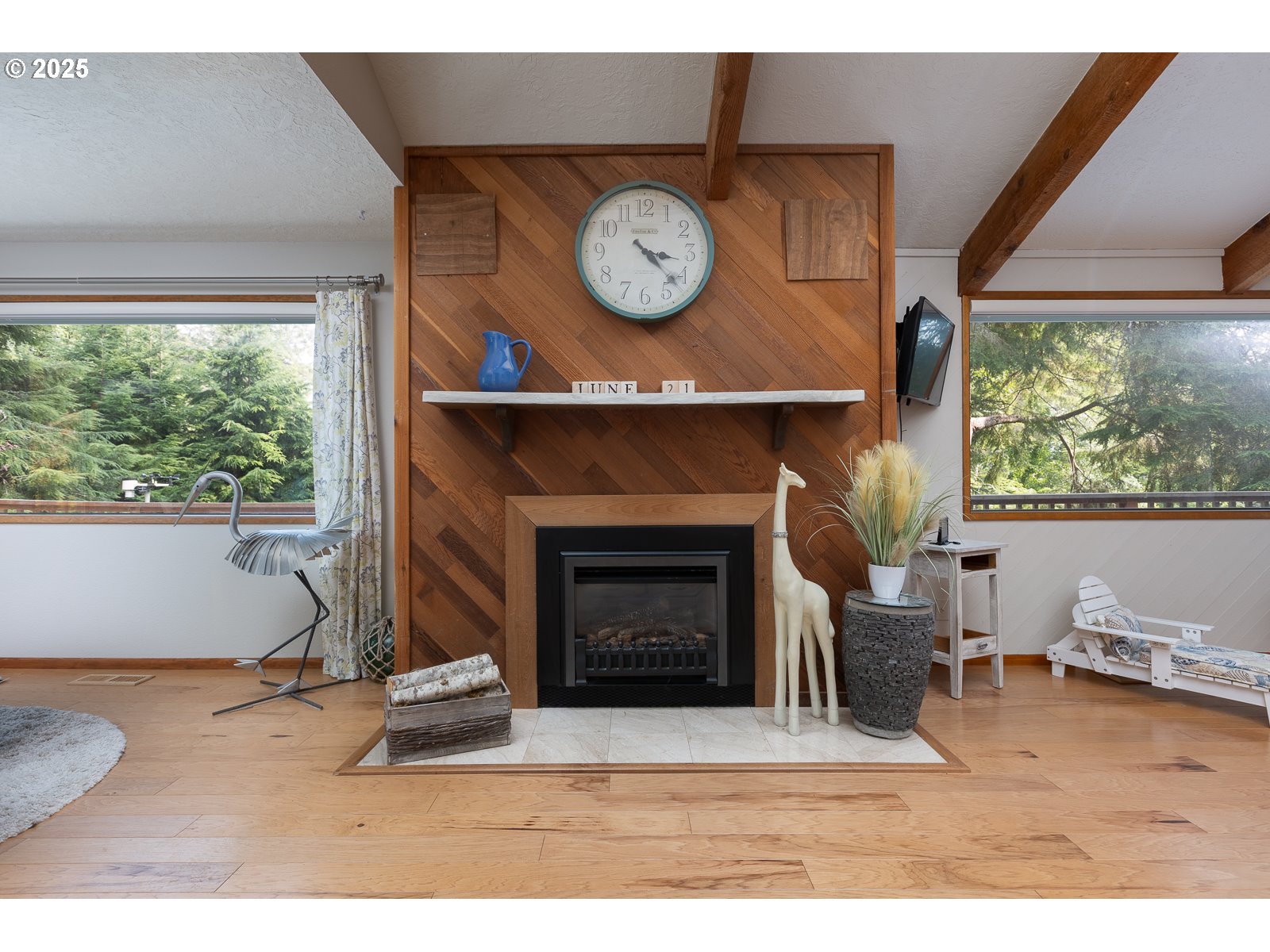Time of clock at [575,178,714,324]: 3:22
